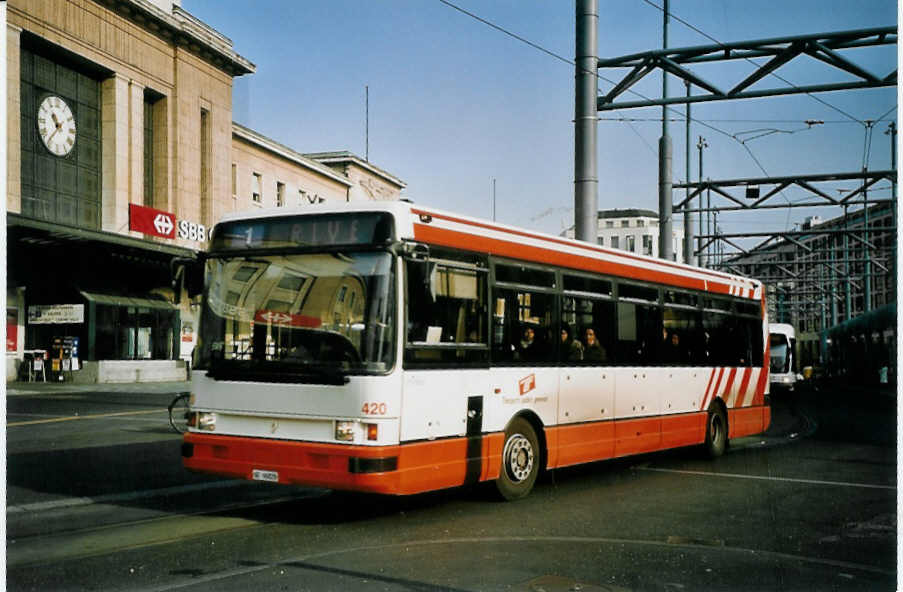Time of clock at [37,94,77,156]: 10:36
